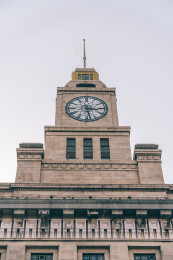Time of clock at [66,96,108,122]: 3:28
